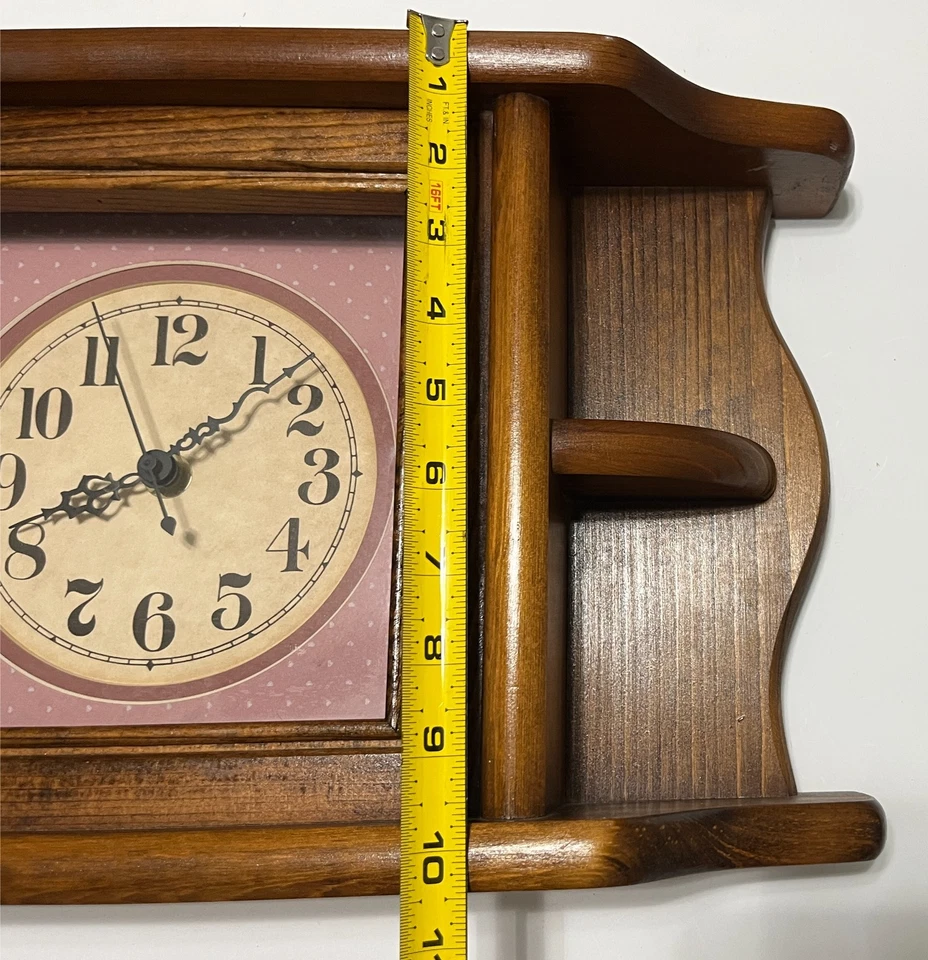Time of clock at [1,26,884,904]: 8:07
